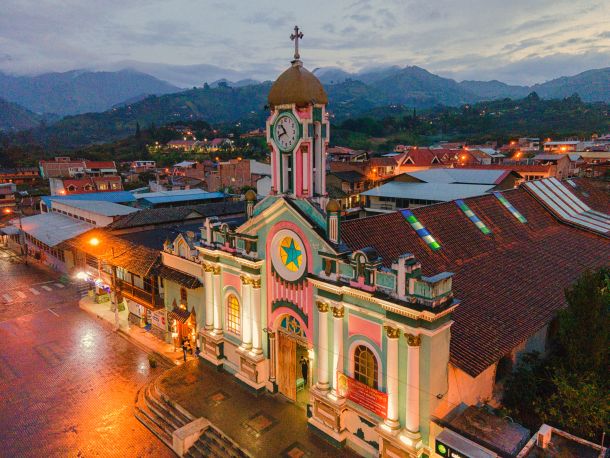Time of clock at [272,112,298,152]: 10:41
